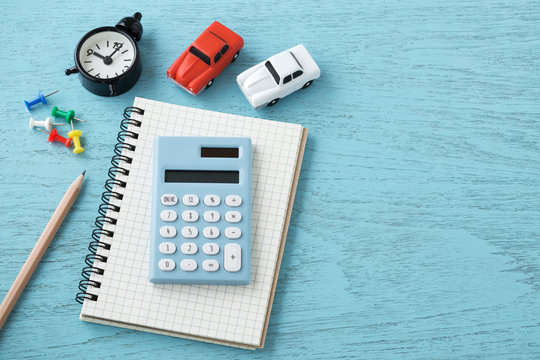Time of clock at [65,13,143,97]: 10:07
